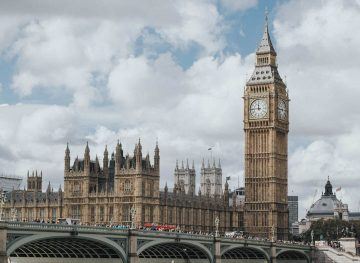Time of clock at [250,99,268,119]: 11:44
